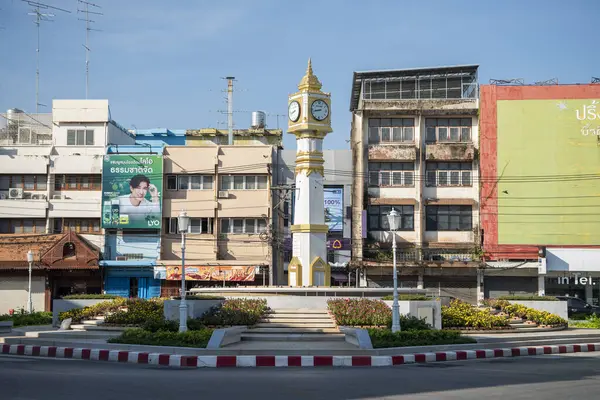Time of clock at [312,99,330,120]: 8:42
